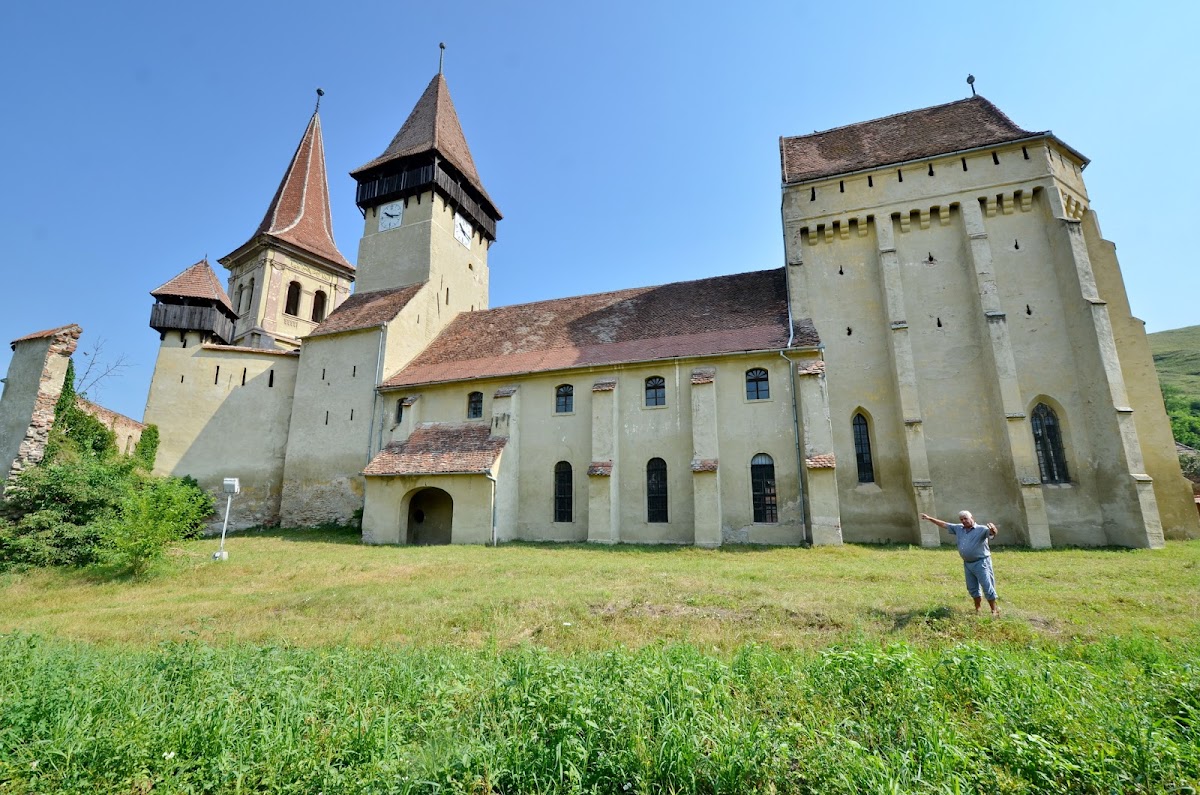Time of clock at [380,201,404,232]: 10:16
